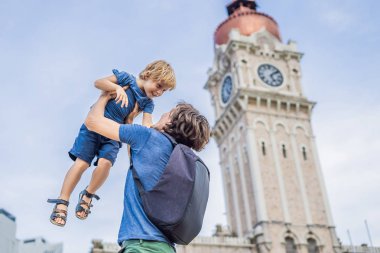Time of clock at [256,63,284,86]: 5:08
